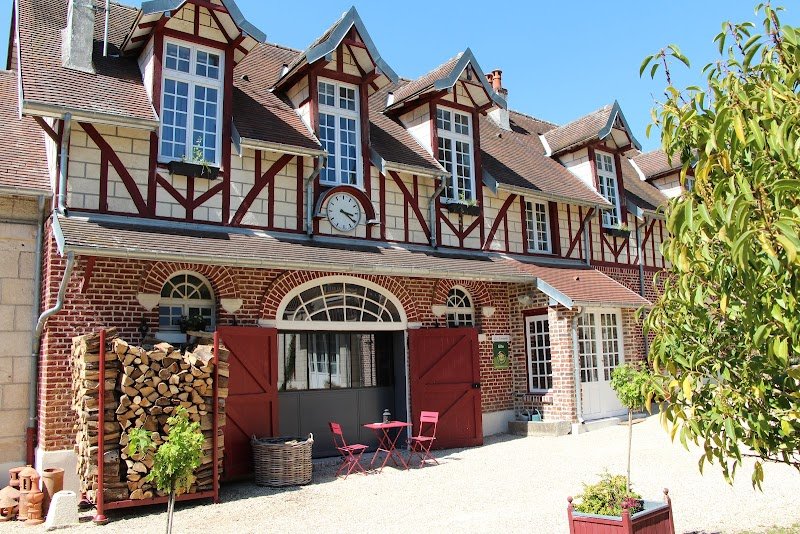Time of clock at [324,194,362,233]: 3:21
